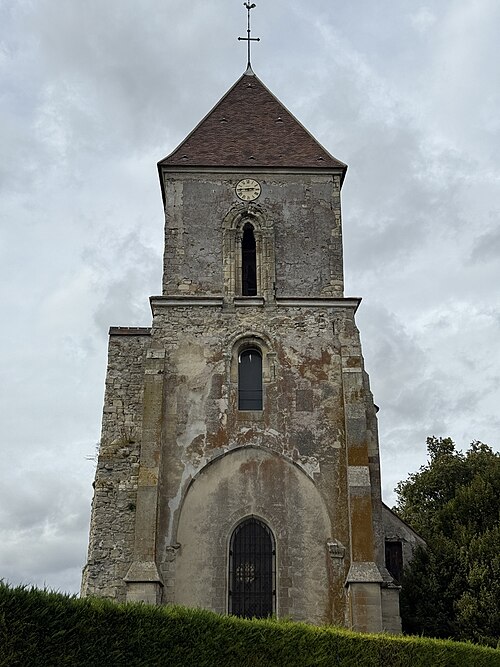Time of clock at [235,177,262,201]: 2:45
